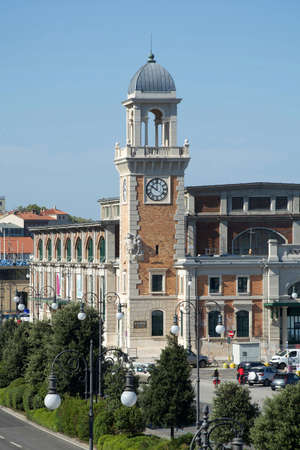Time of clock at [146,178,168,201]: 10:00
